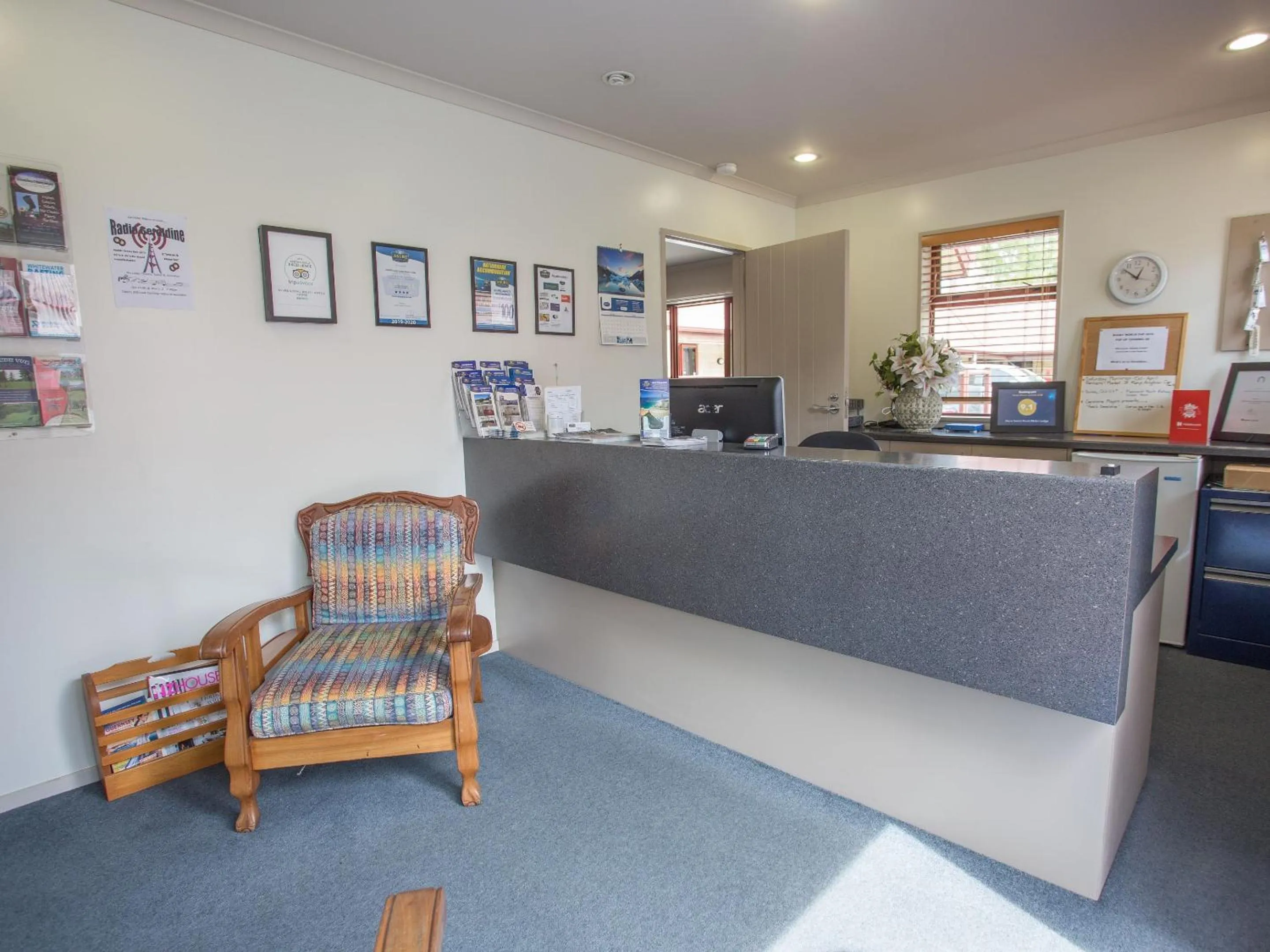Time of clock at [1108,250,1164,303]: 12:51
